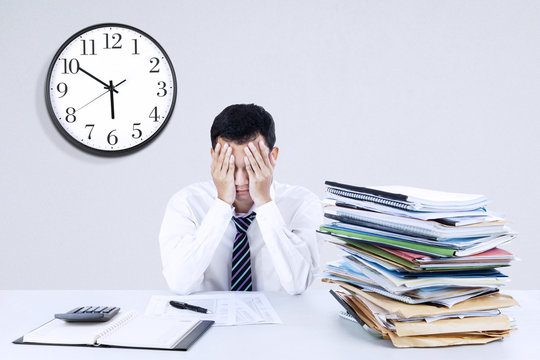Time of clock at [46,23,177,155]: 5:50
